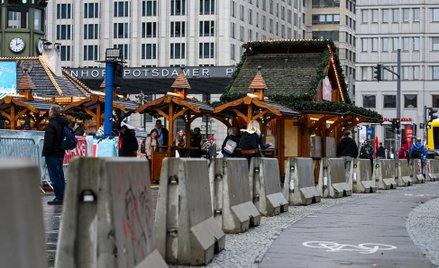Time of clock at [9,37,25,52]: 1:59
